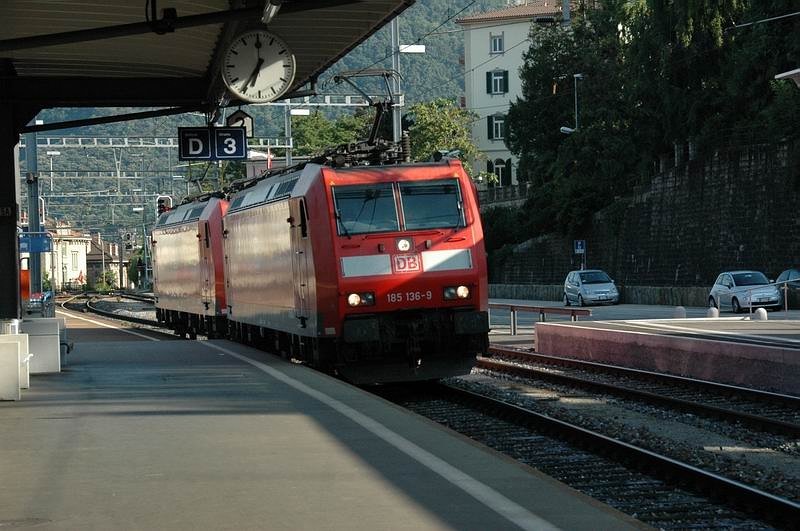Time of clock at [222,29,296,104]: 6:36
